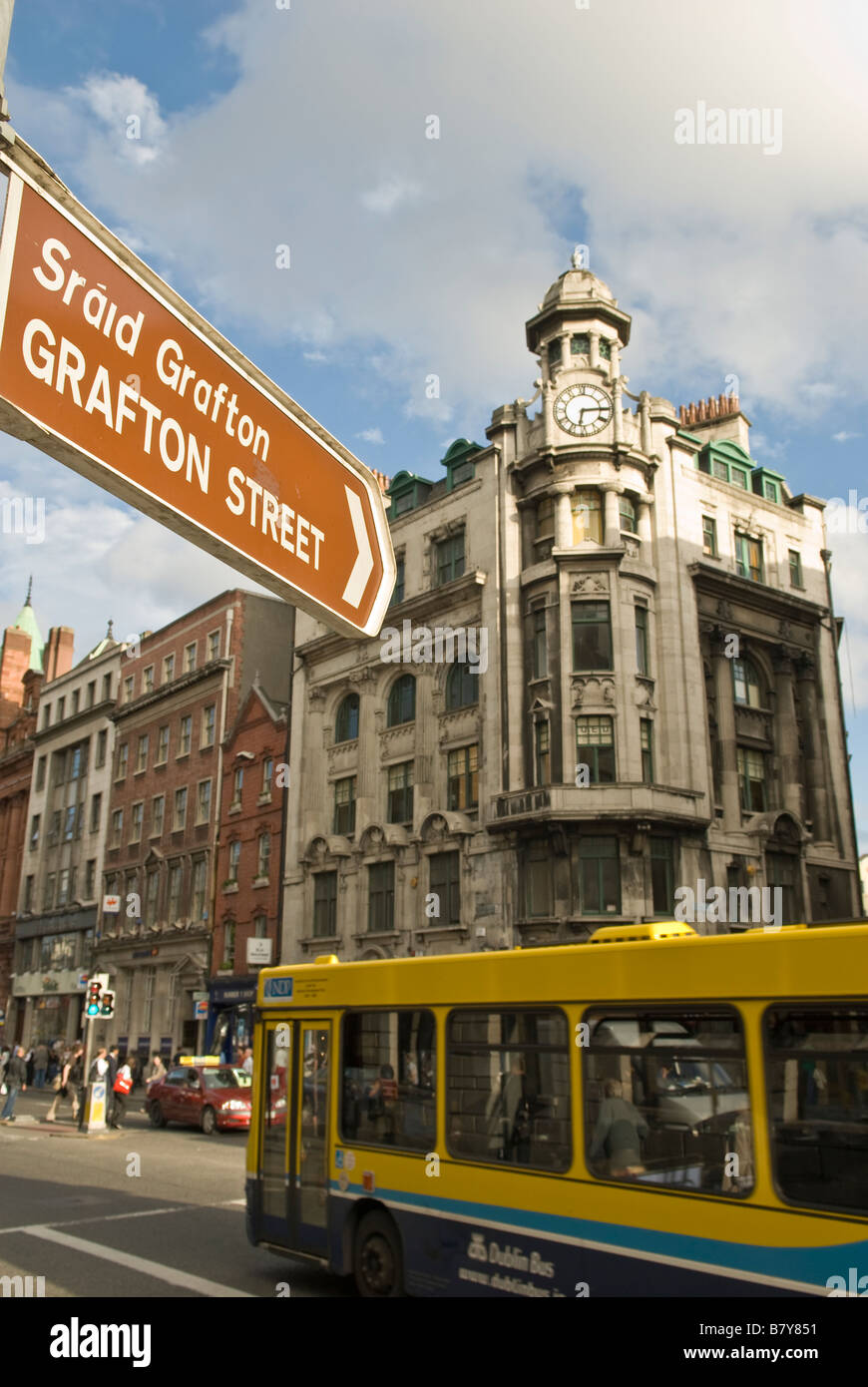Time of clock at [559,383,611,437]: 6:14
